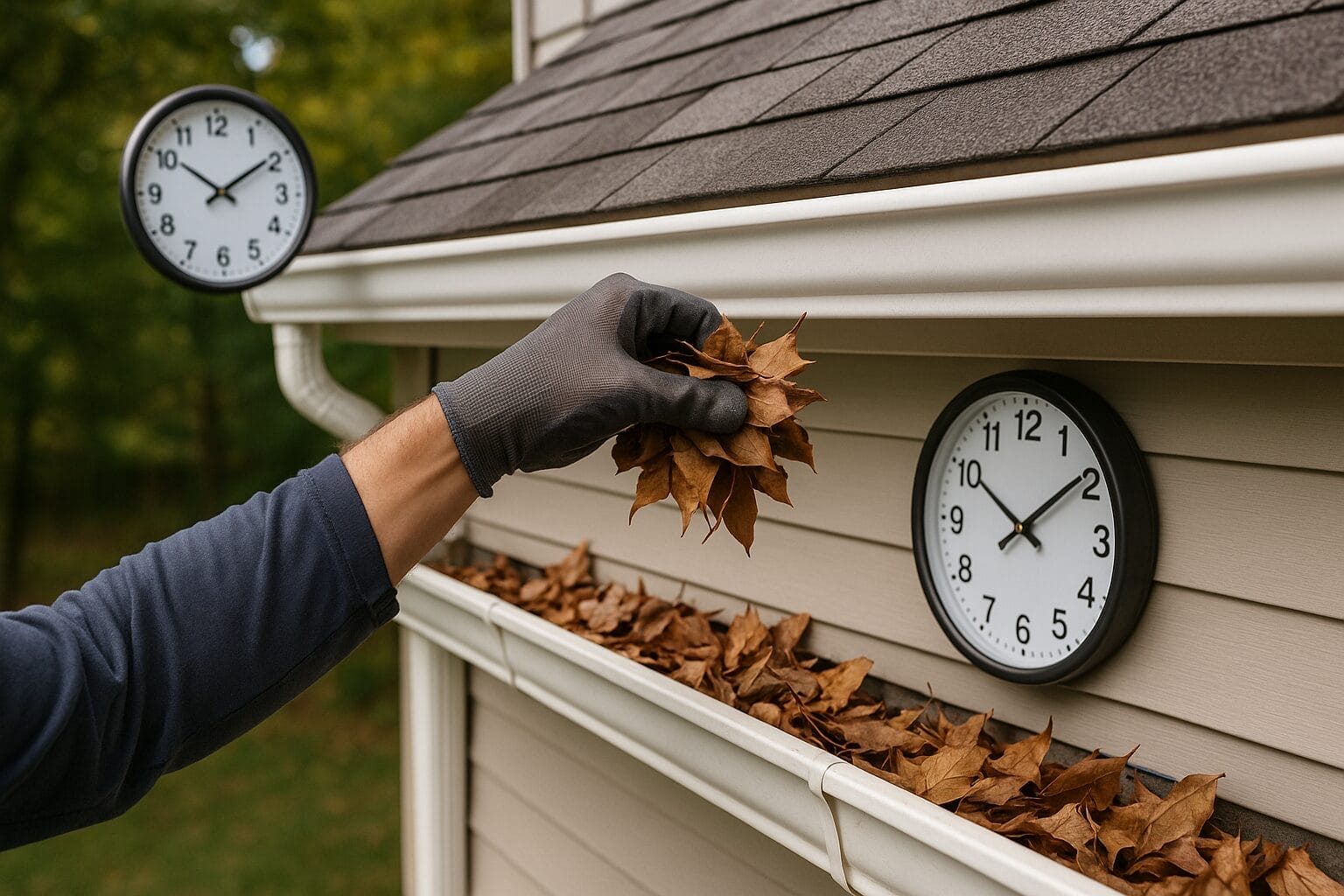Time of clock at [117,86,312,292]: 10:09
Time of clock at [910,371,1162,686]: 10:09
